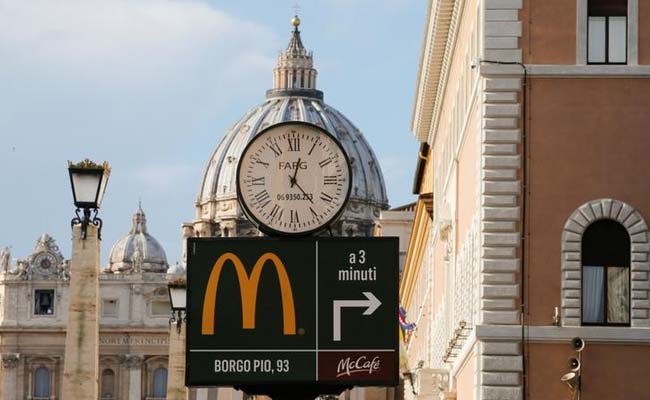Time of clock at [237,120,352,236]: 12:23
